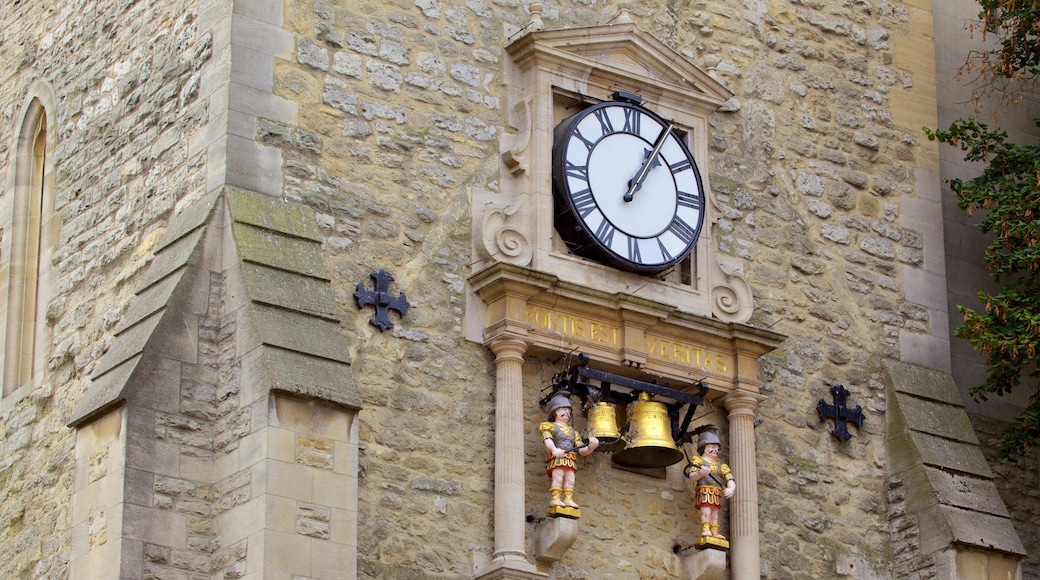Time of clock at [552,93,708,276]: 1:05
